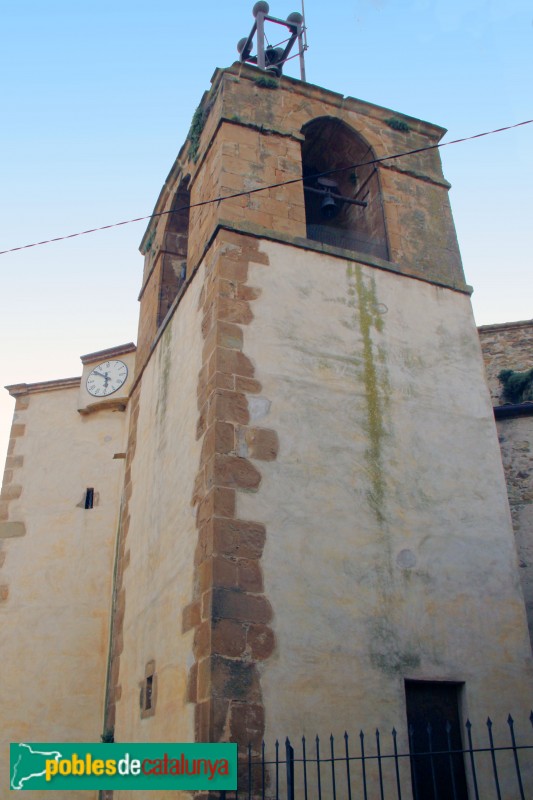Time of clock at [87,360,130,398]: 5:51
